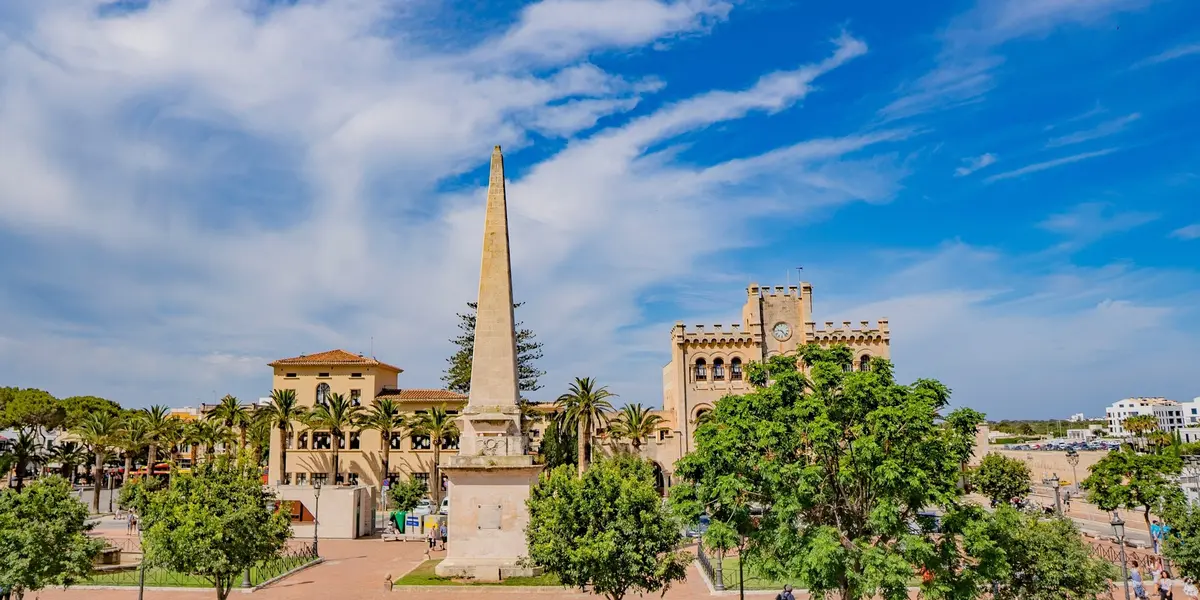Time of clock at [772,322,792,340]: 9:23
